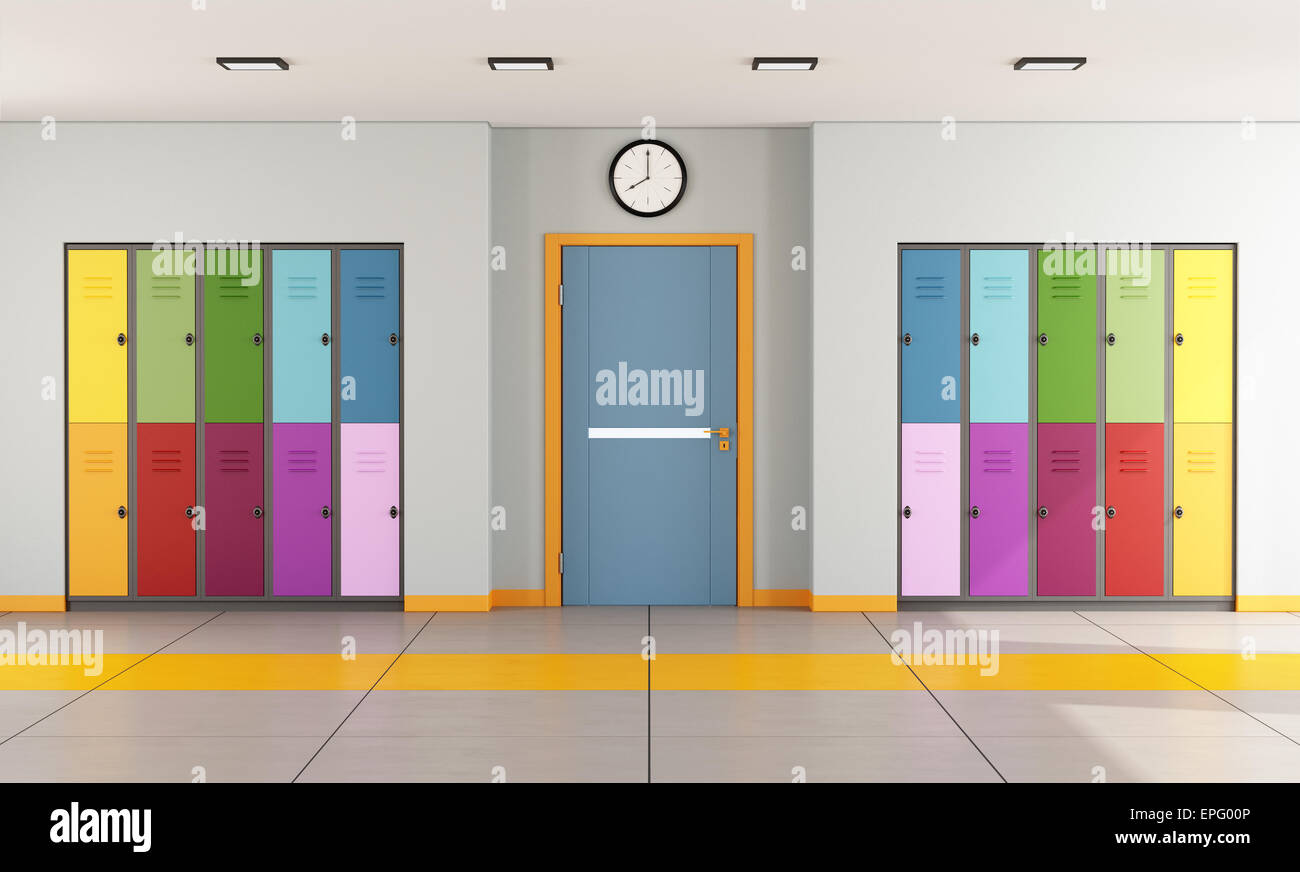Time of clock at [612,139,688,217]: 7:59
